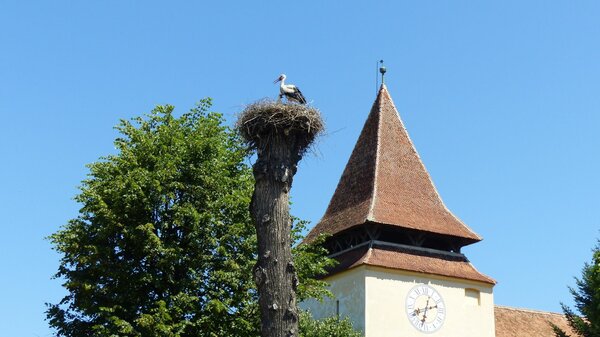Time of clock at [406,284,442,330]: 2:33
